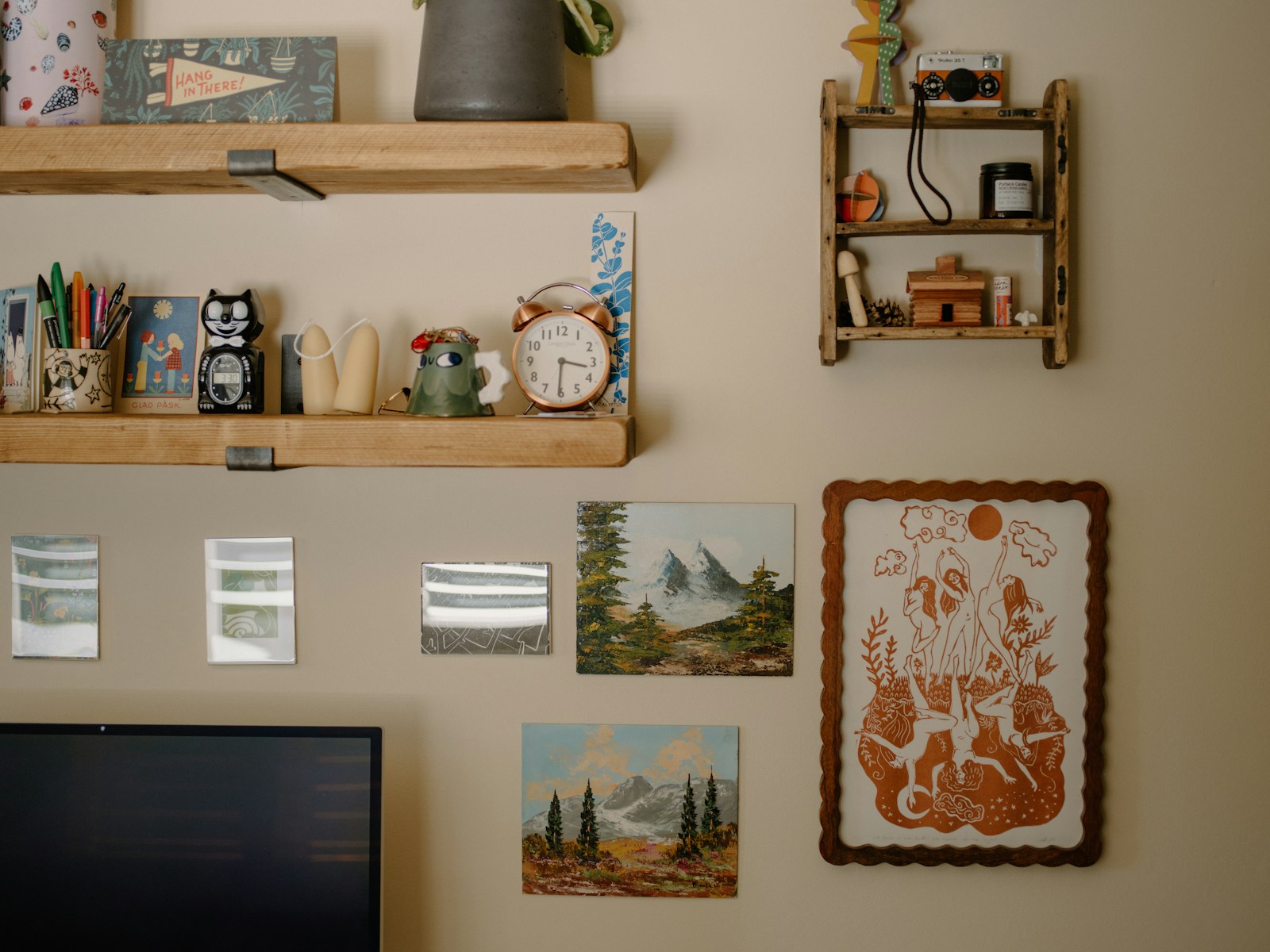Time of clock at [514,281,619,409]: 3:30
